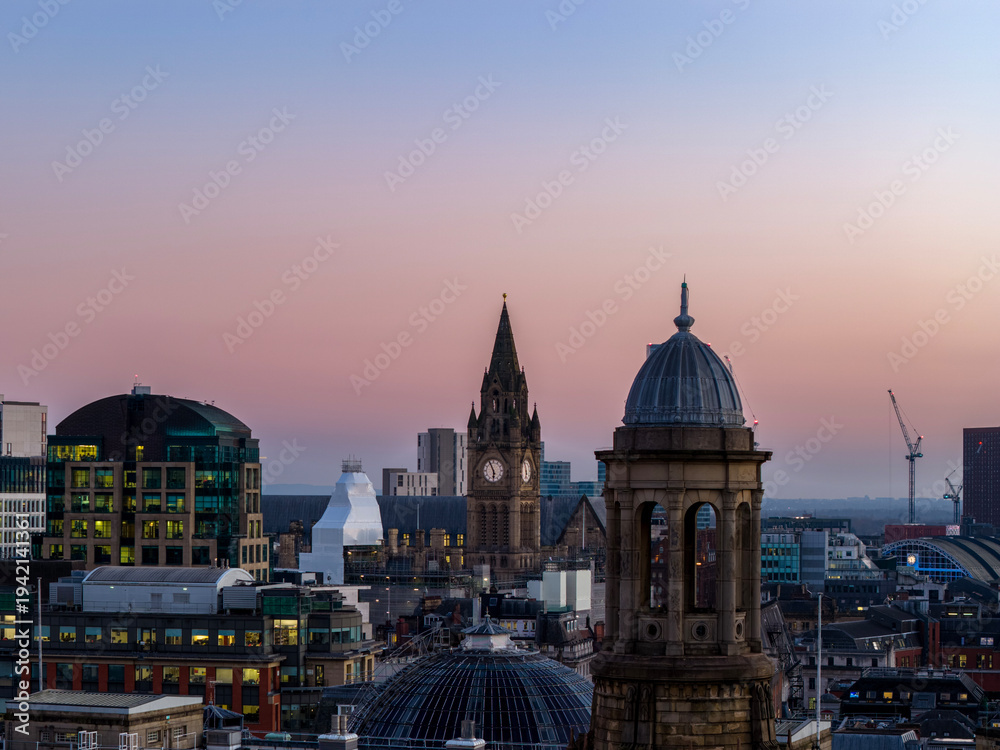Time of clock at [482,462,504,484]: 5:55
